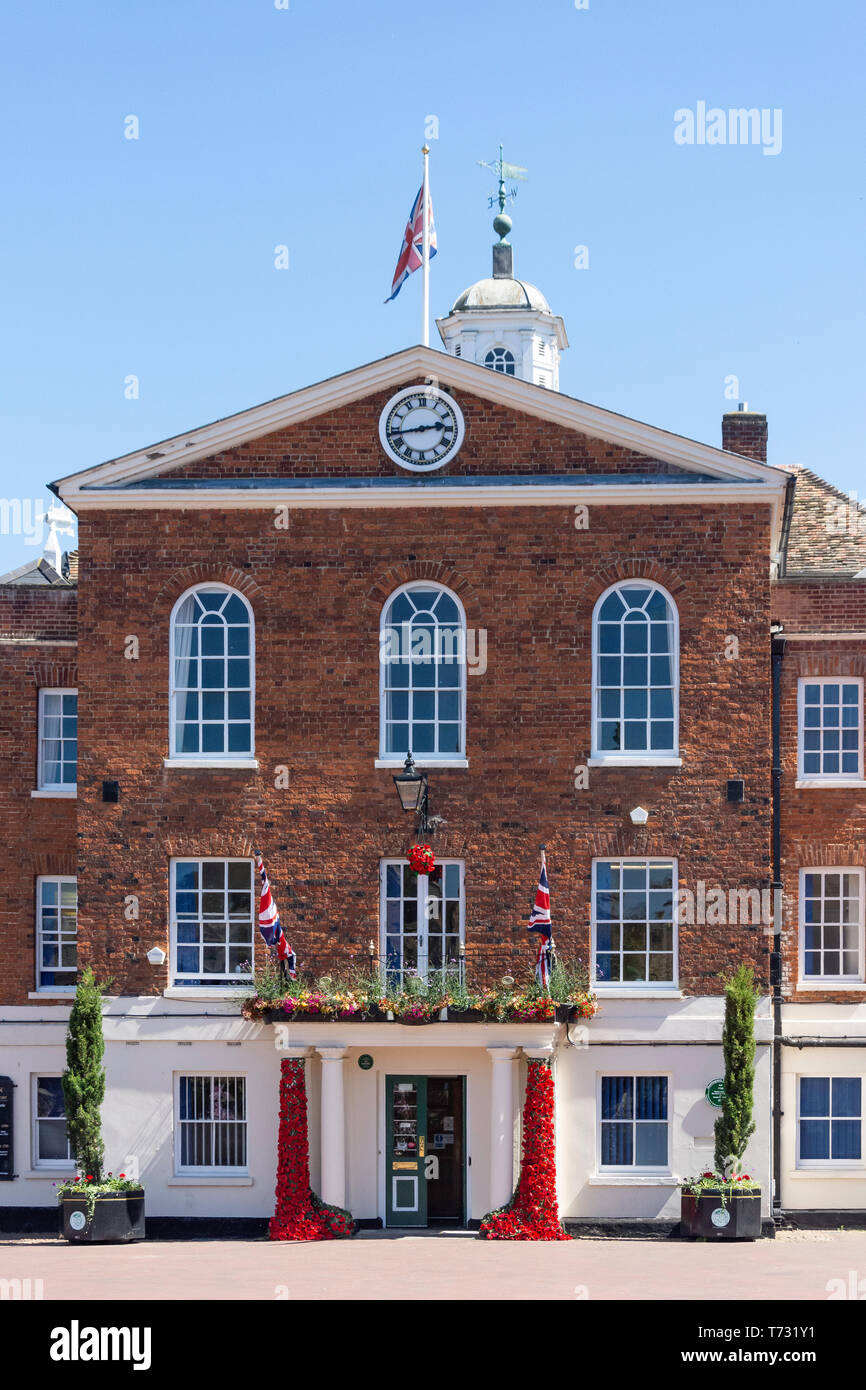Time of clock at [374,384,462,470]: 2:43
